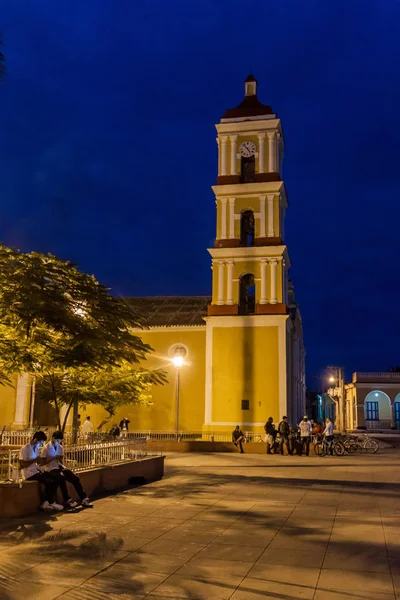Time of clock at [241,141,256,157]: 4:52
